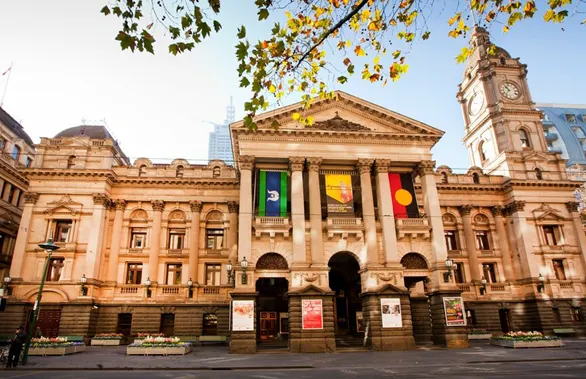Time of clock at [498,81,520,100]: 10:36
